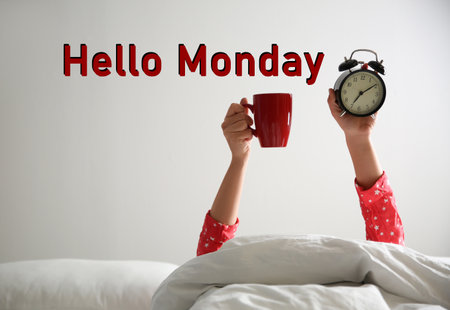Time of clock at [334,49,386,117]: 7:09
